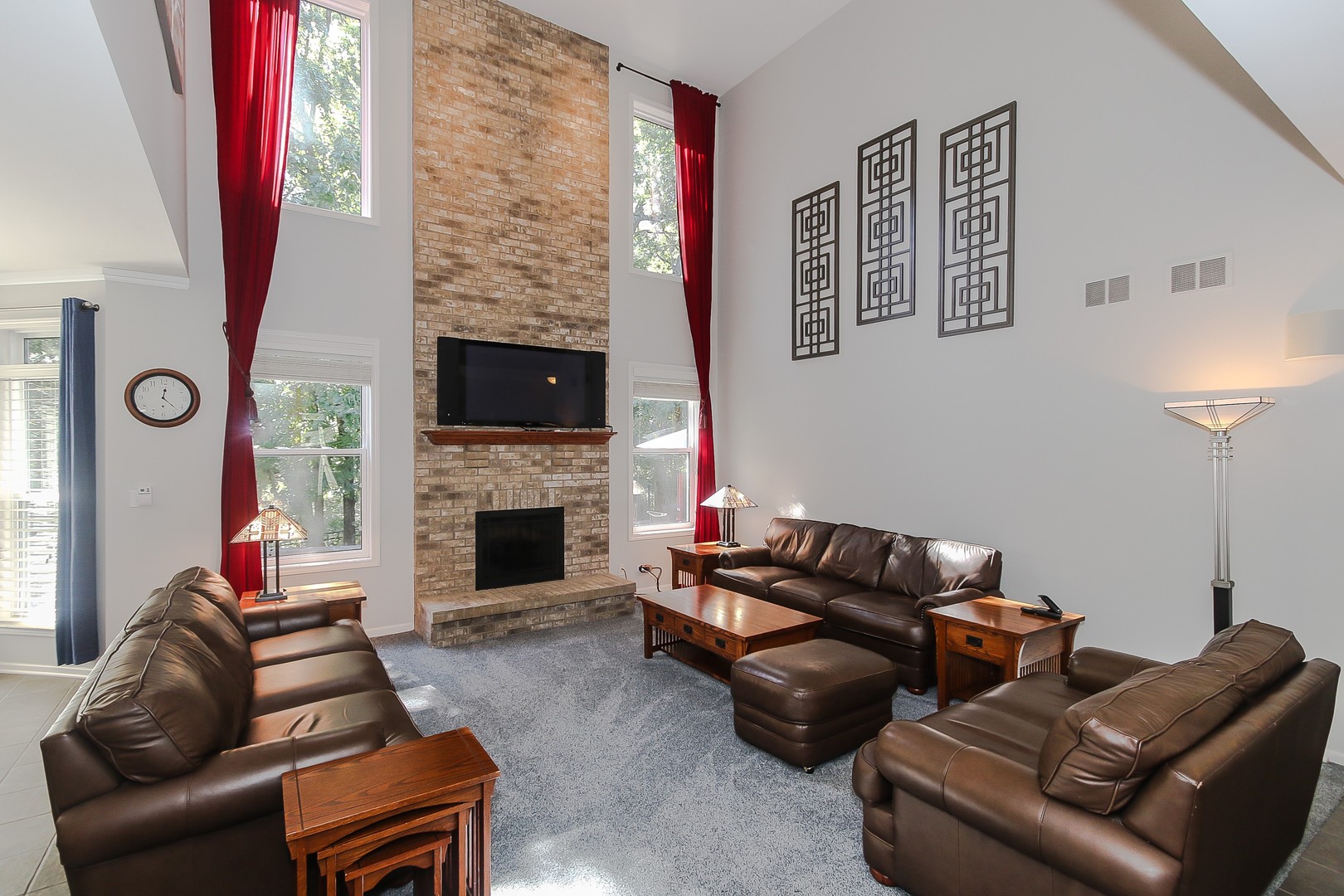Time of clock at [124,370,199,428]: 12:22
